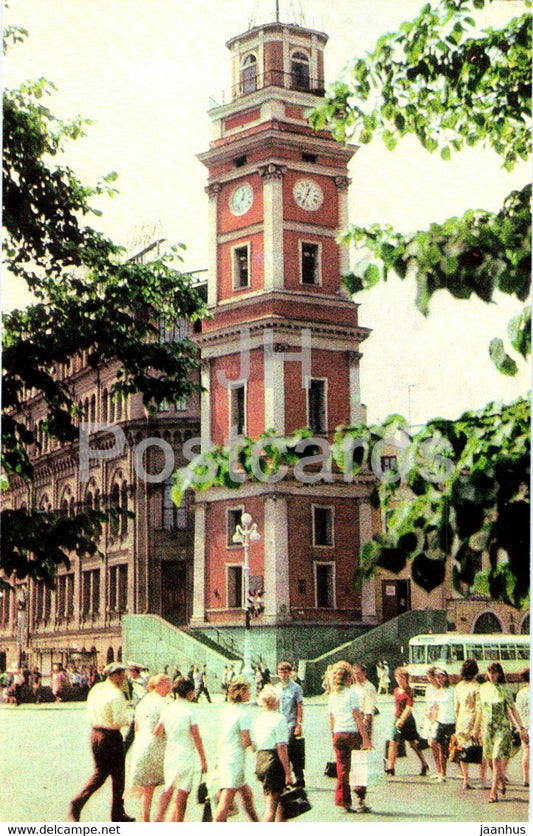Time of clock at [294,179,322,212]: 12:34
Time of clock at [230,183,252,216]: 12:34
